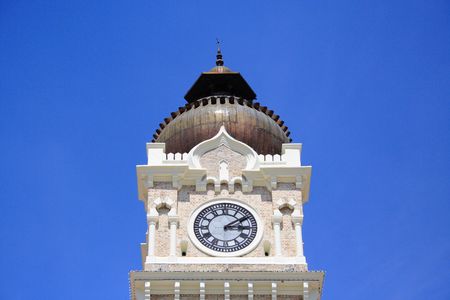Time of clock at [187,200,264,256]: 3:09
